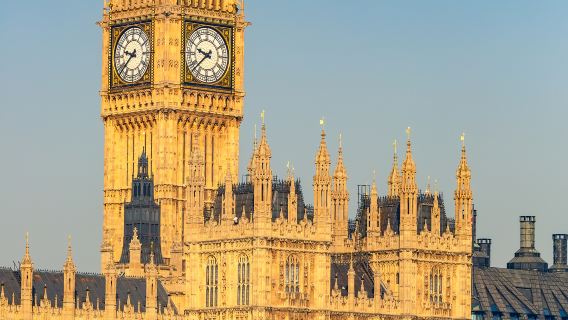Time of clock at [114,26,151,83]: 9:38
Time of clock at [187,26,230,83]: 9:38
